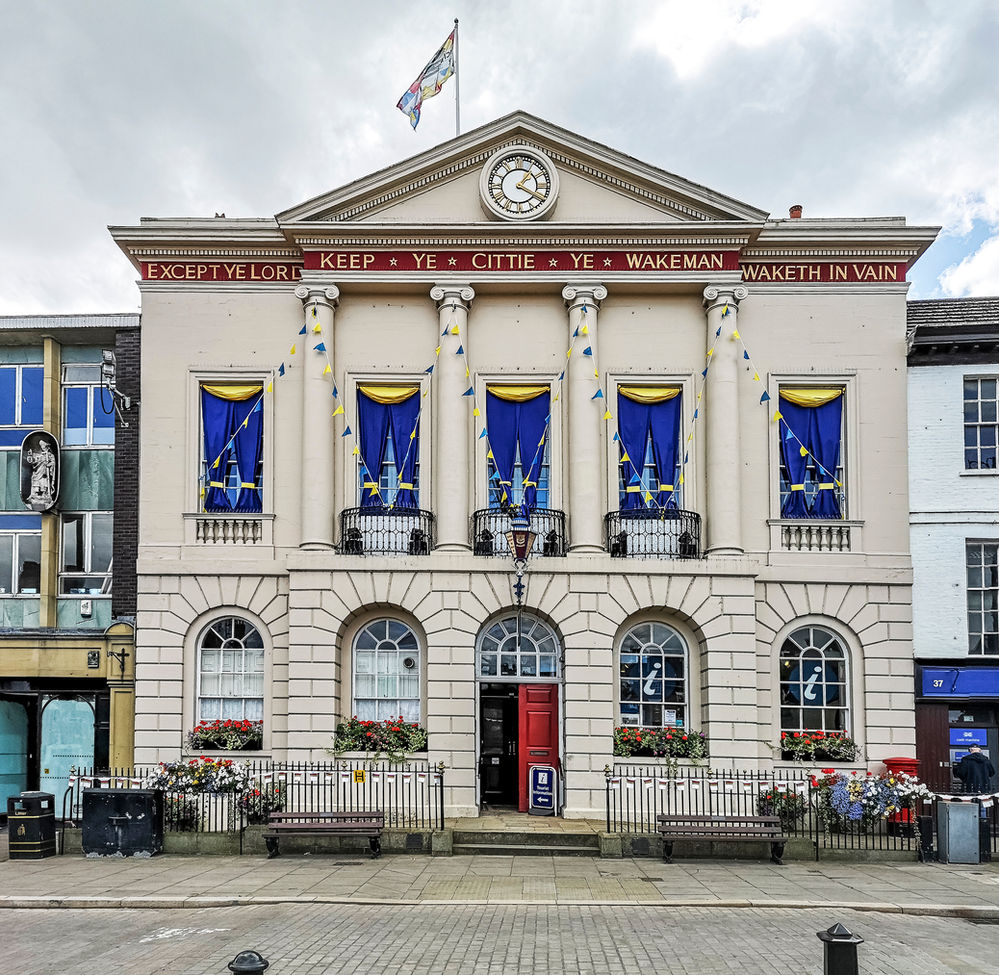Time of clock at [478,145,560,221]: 1:20
